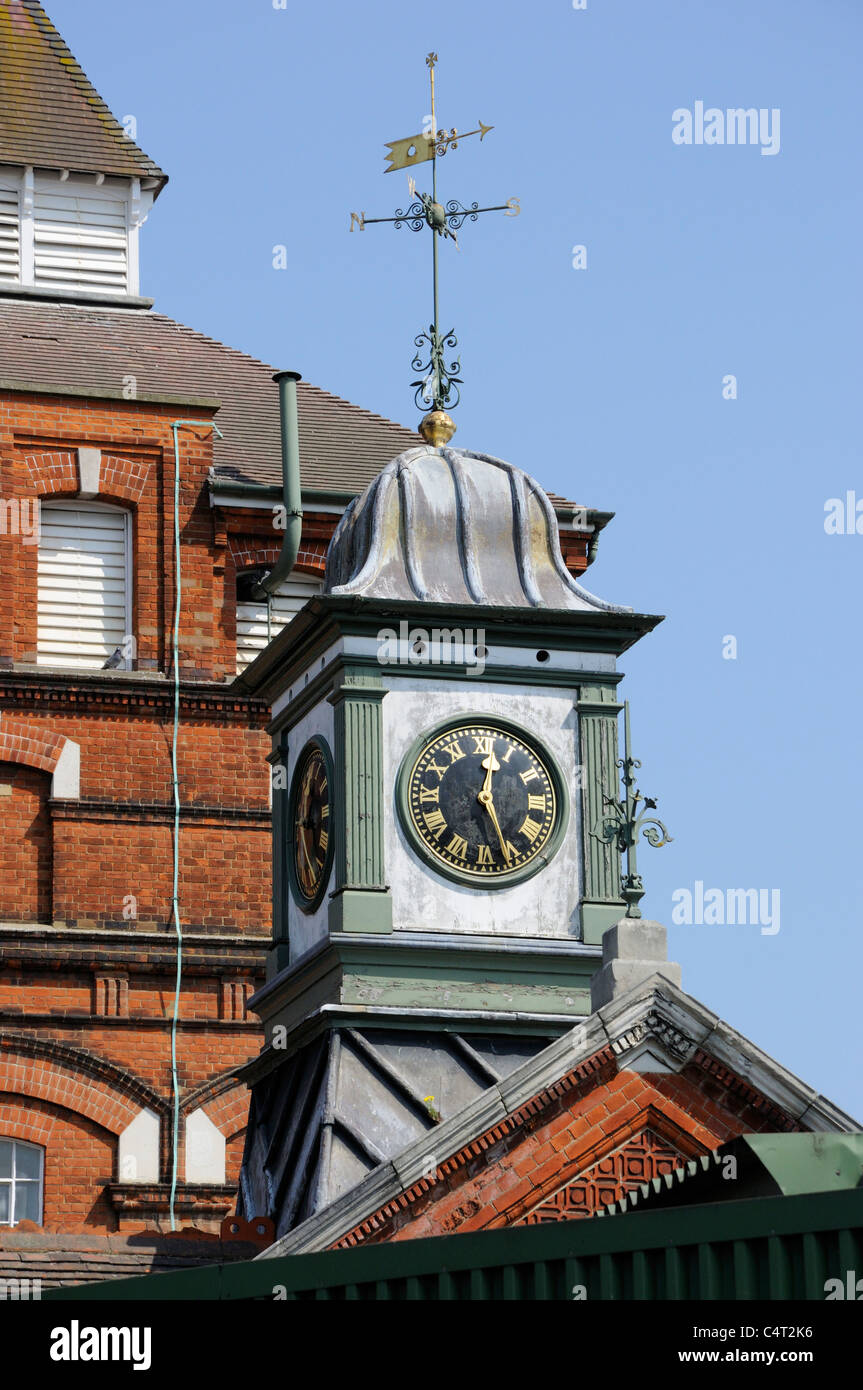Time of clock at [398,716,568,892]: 12:26
